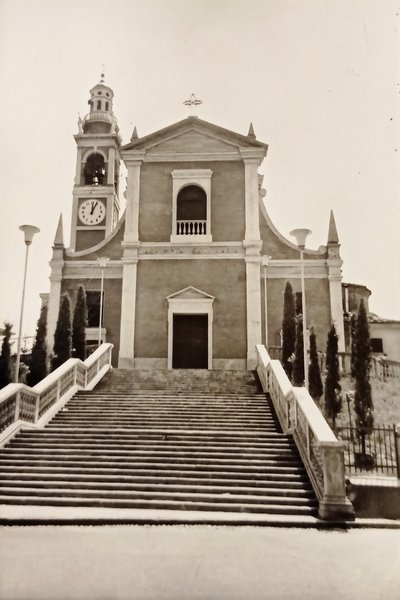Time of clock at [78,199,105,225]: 12:04
